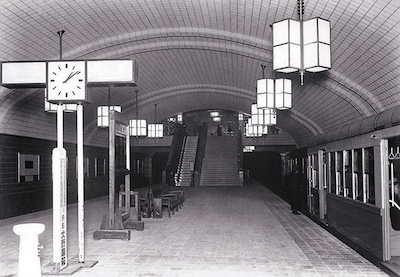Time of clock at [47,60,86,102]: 1:08
